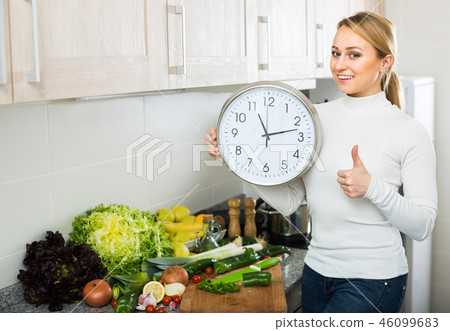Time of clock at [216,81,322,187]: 11:12
